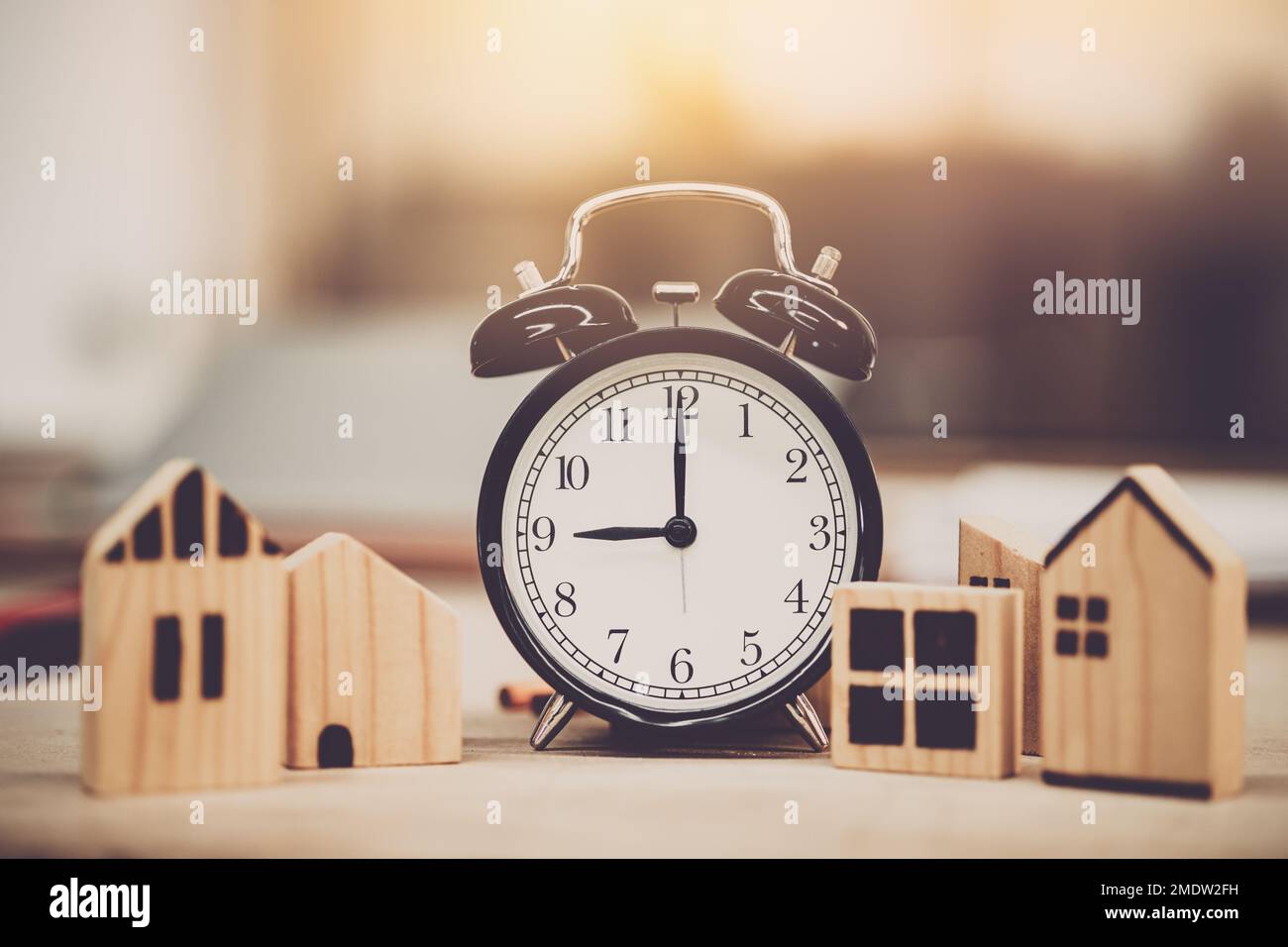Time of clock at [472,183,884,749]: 9:00
